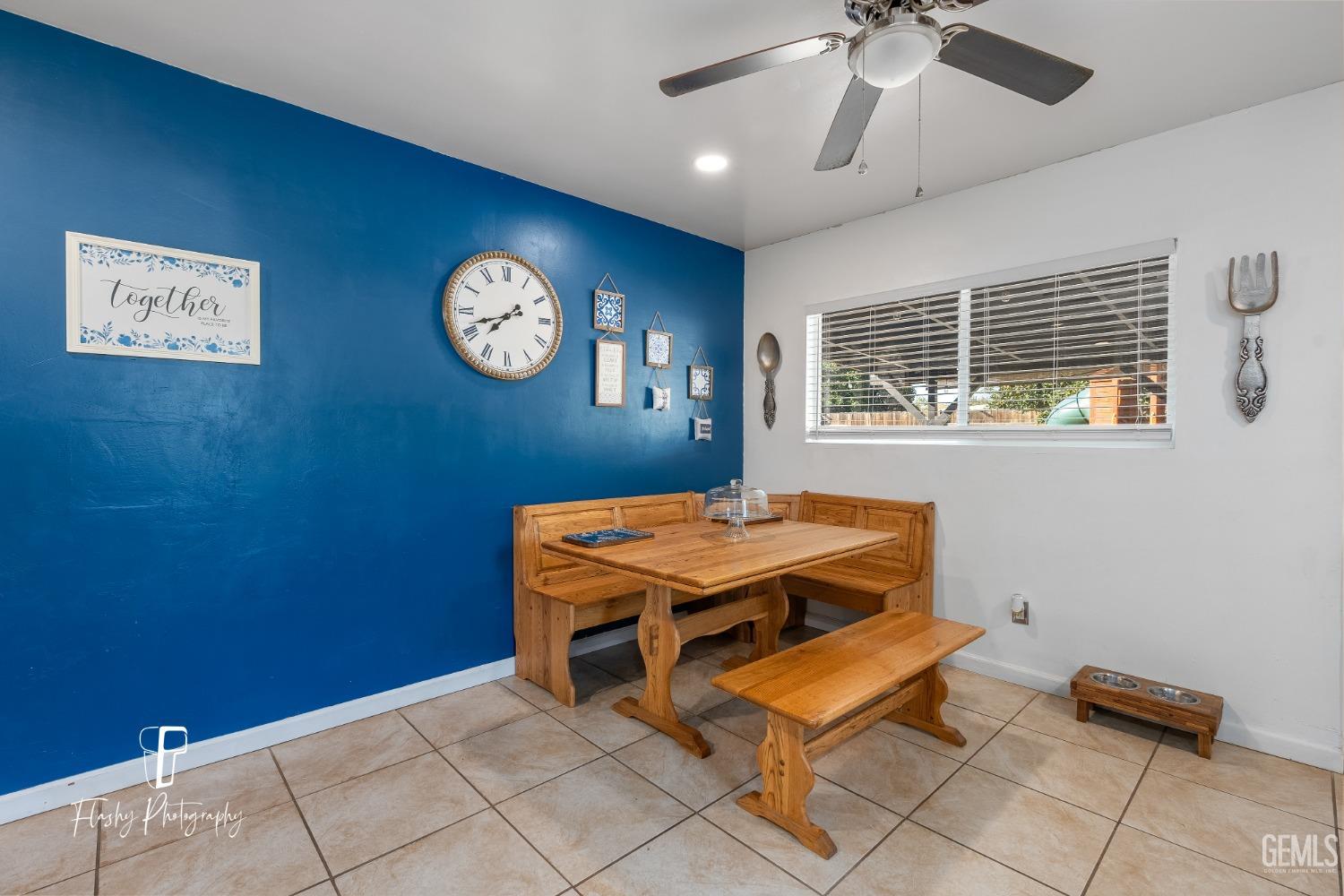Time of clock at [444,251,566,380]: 7:41
